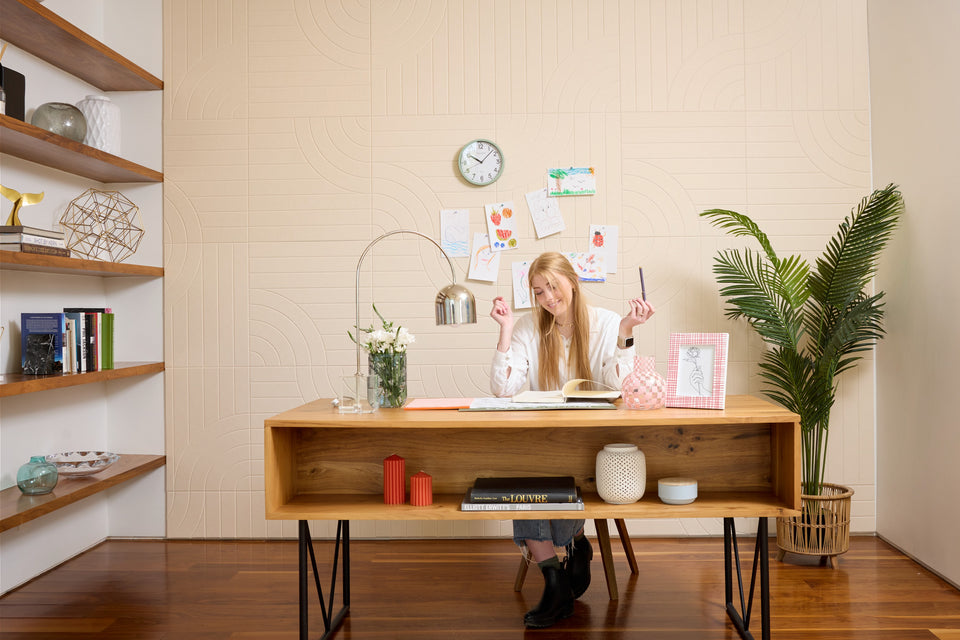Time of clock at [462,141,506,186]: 10:07
